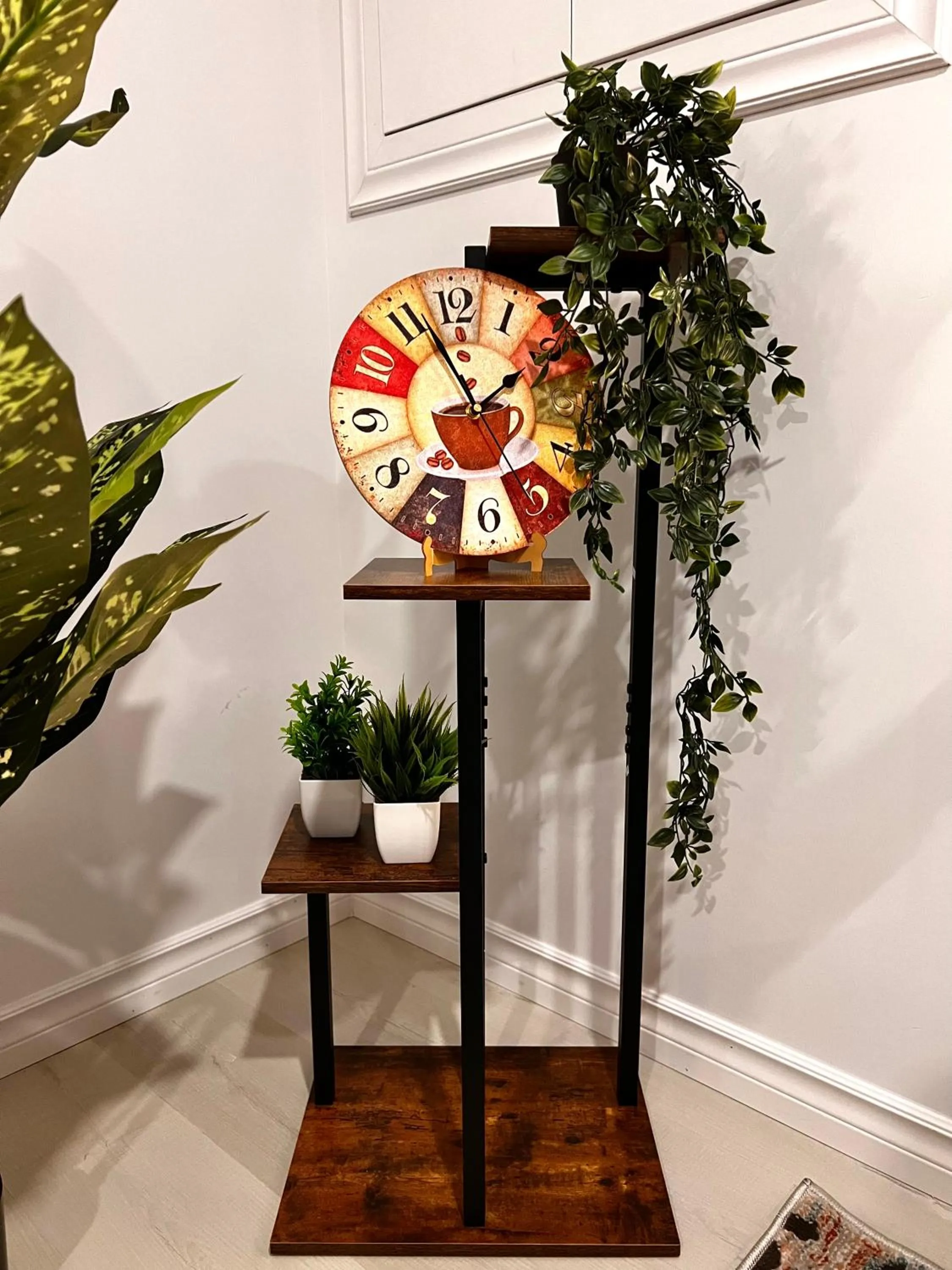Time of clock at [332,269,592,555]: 1:56
